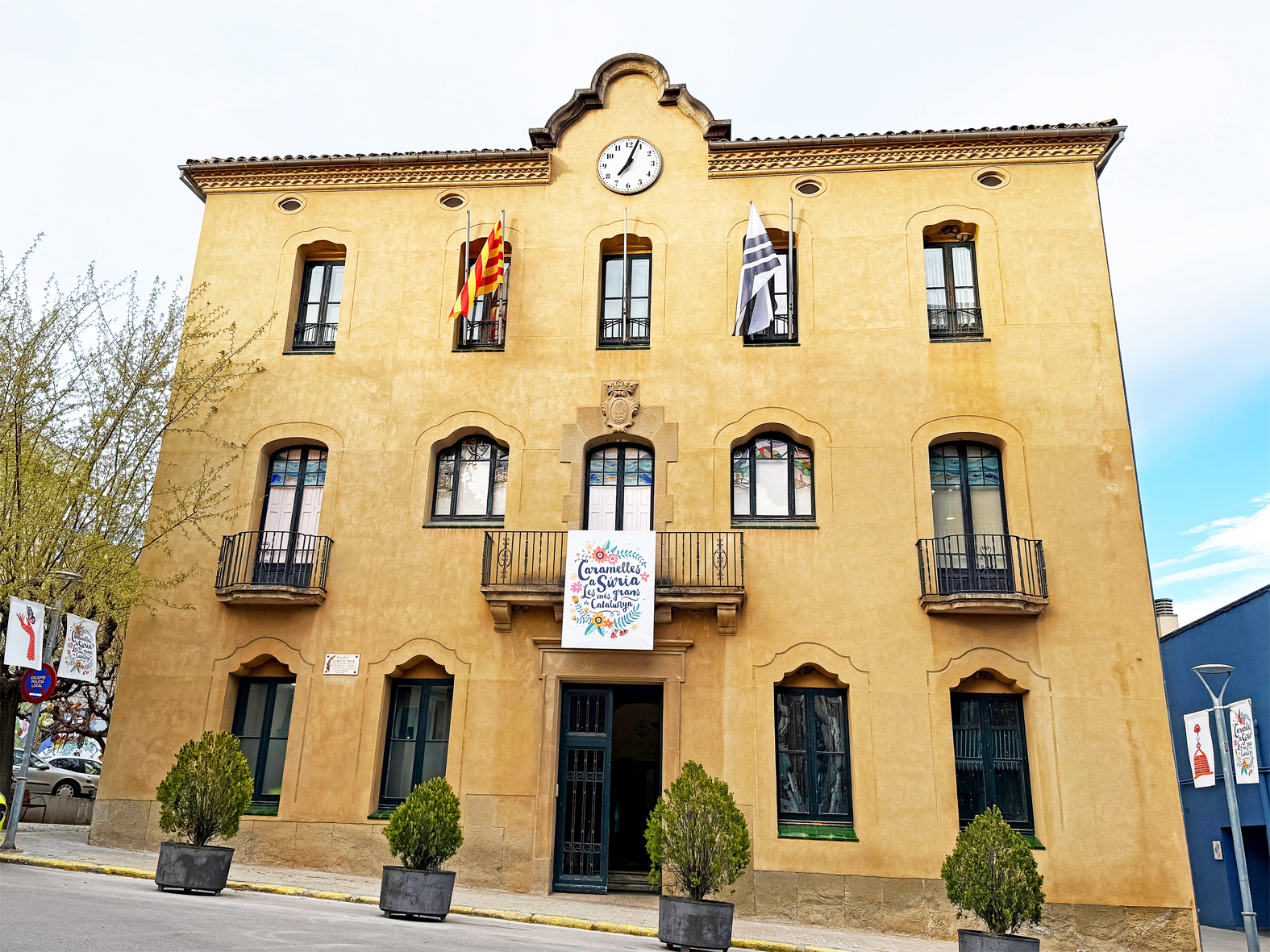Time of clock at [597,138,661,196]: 7:03
